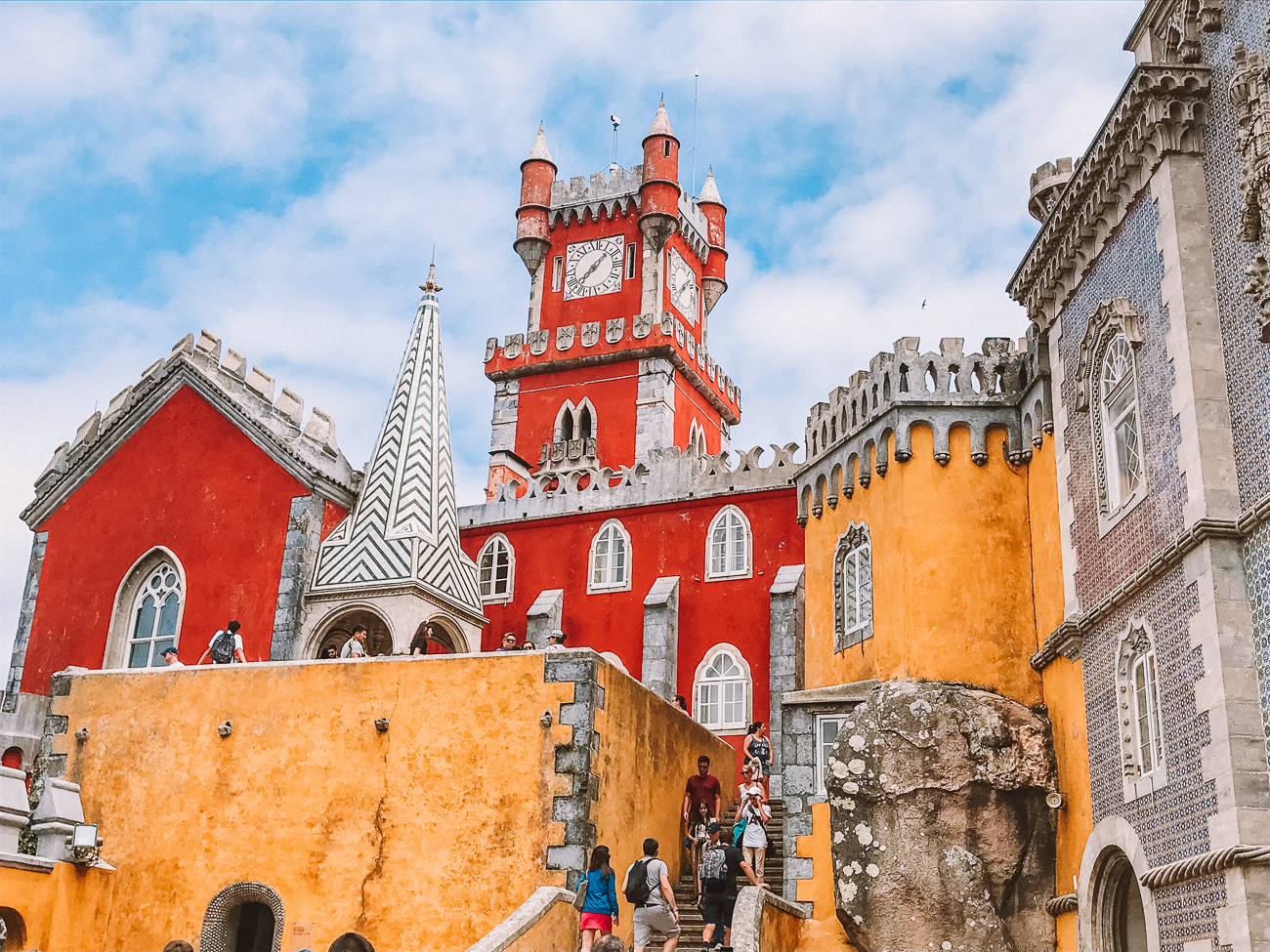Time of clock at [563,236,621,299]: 7:07
